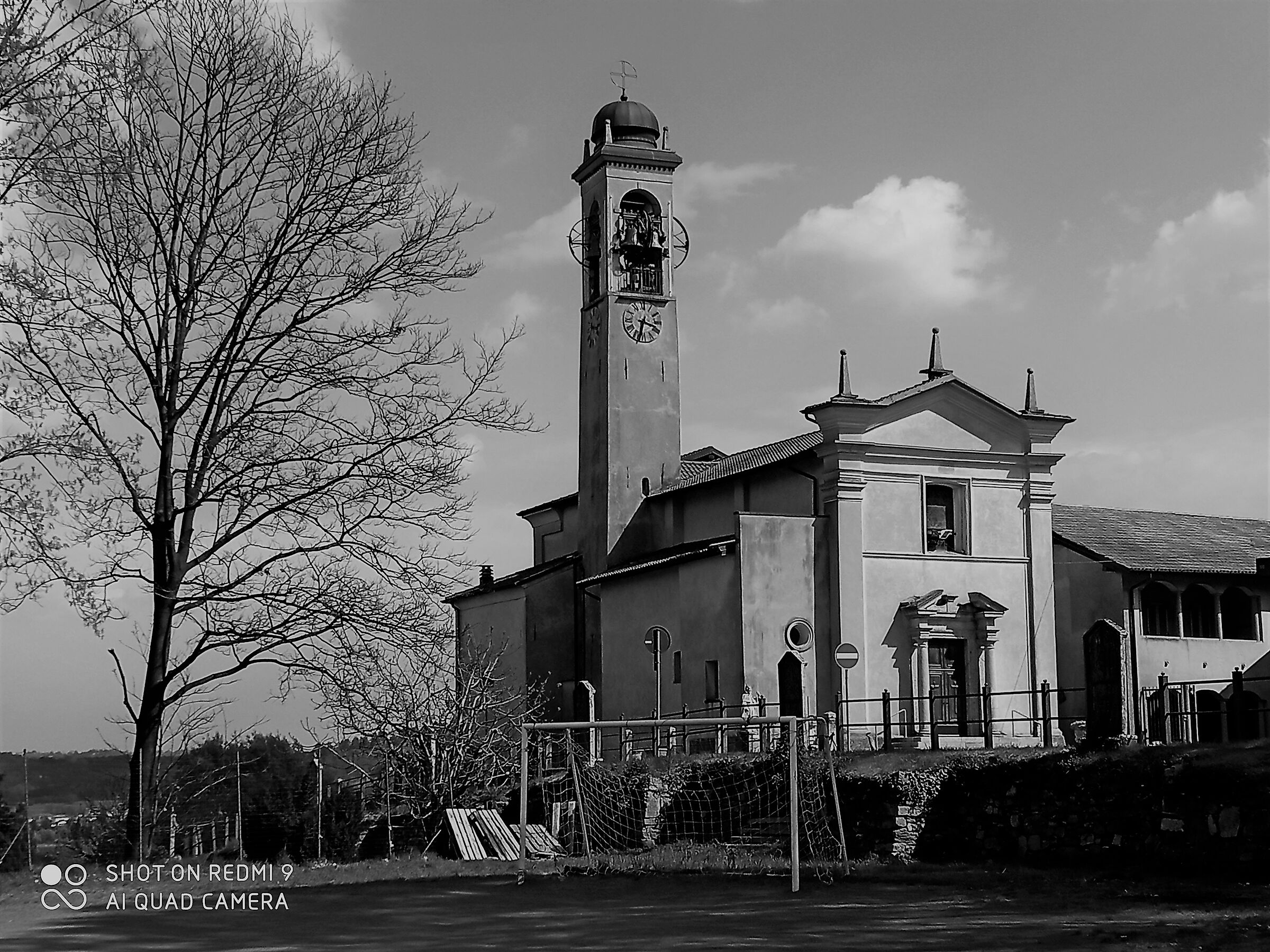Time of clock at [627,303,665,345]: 3:32
